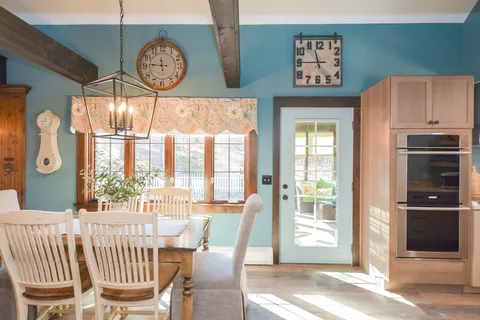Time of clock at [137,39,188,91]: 11:46
